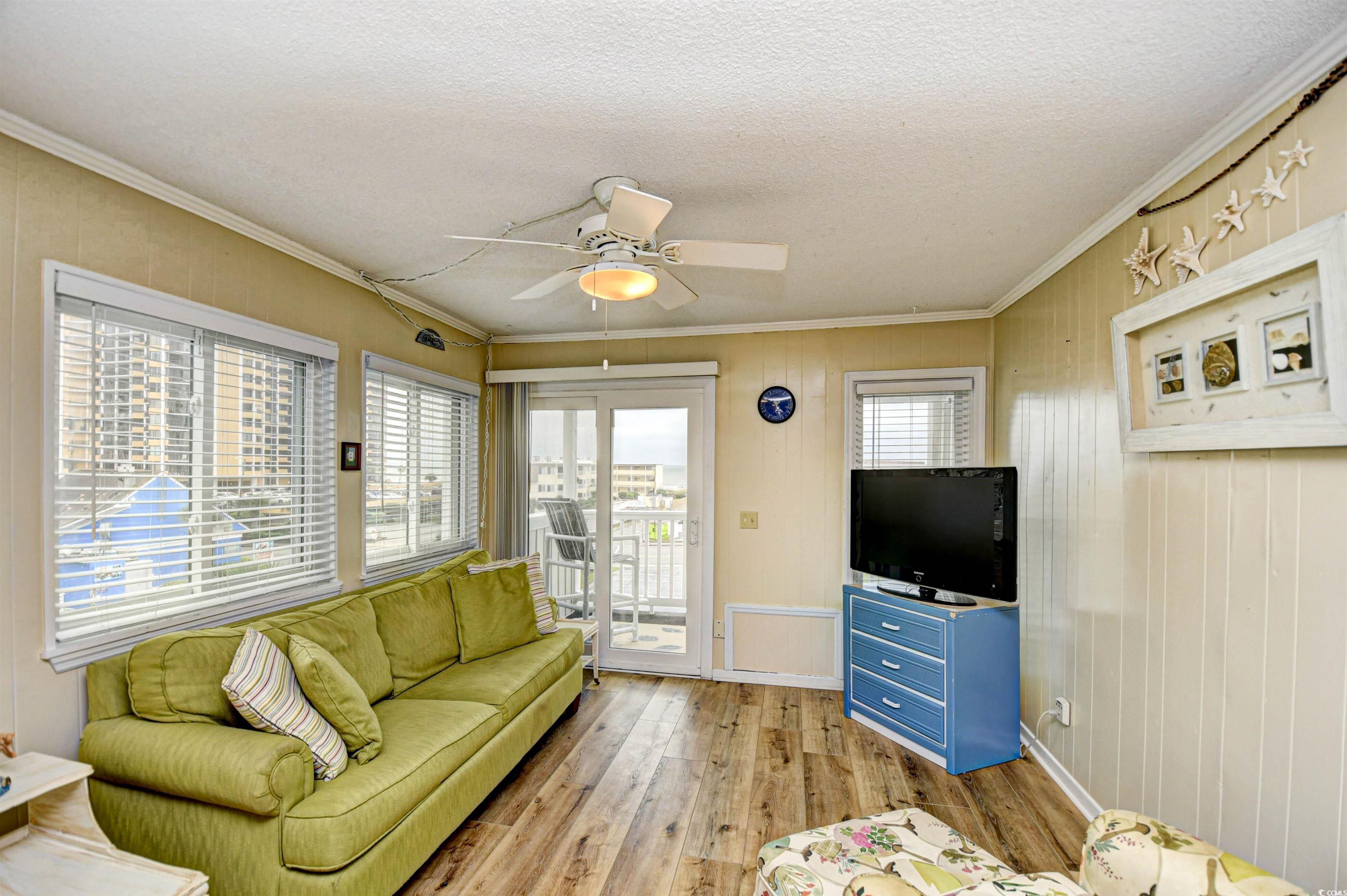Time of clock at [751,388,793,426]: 4:26
